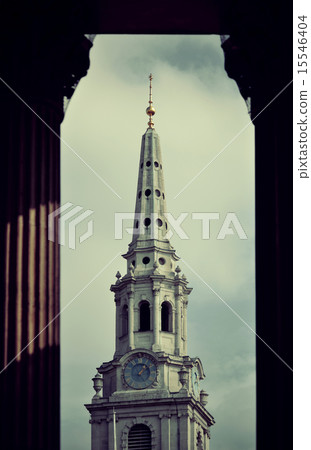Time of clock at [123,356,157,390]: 1:09
